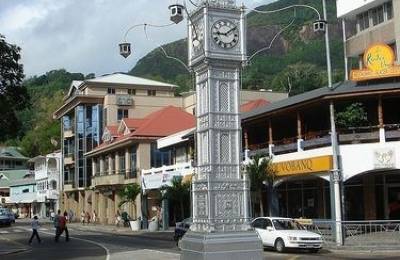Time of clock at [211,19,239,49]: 9:09
